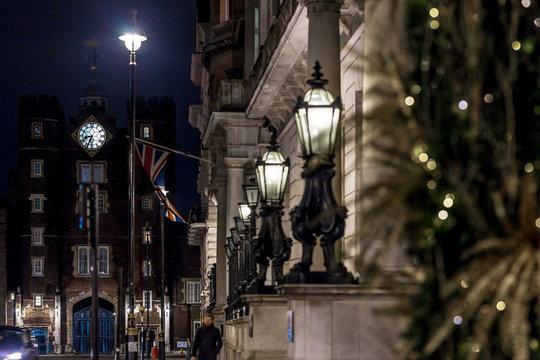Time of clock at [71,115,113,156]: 8:34
